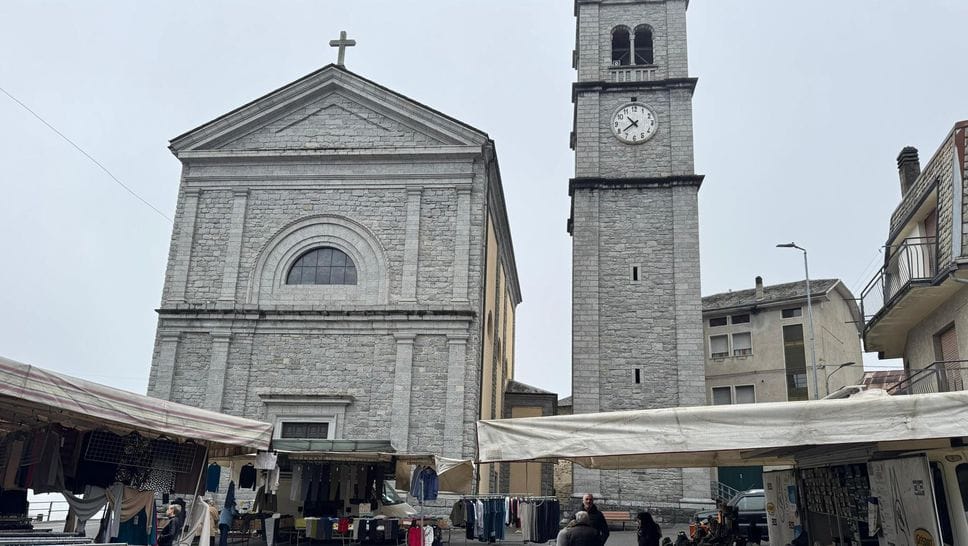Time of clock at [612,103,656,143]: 10:39
